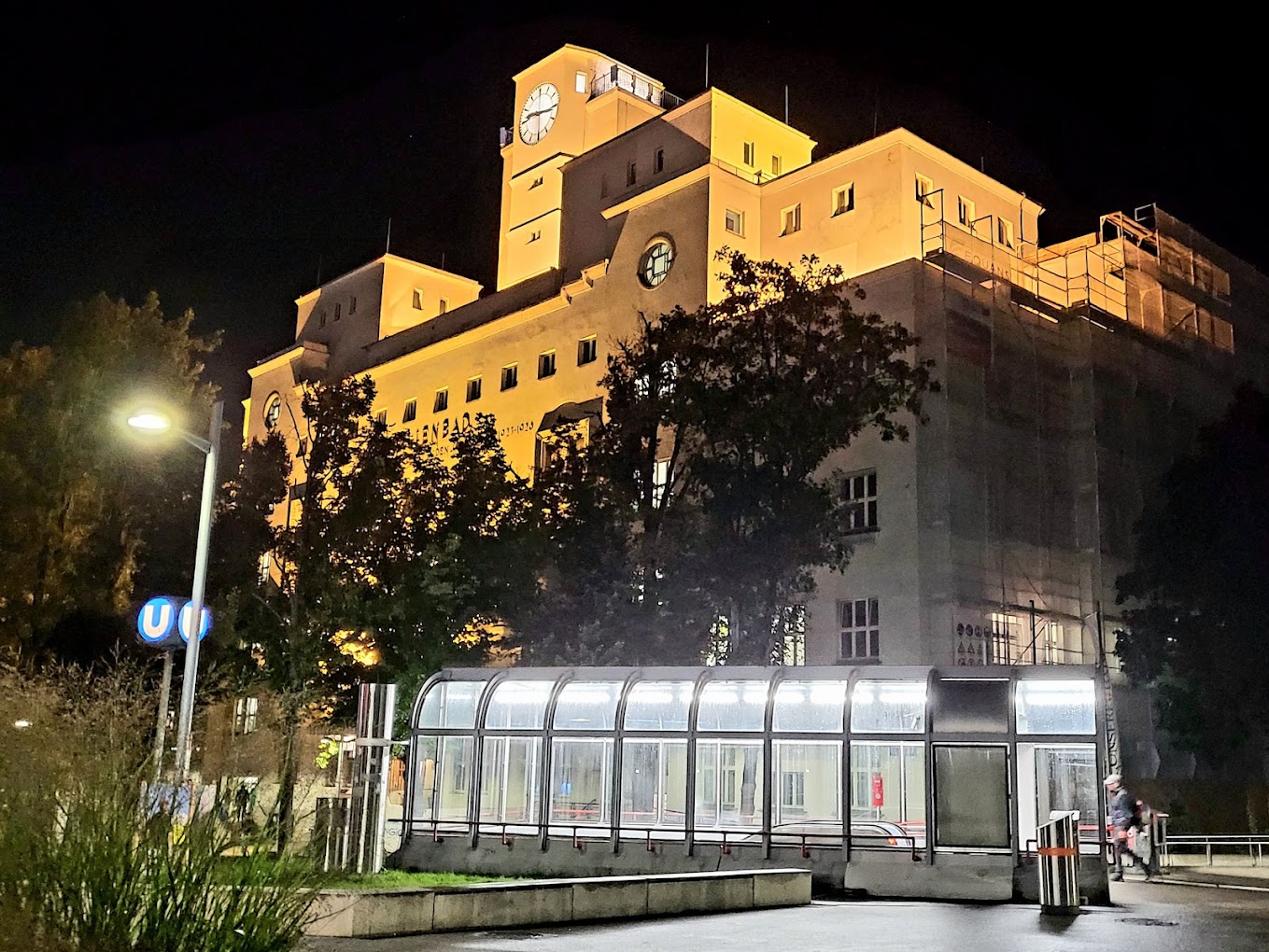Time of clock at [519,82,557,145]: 9:16
